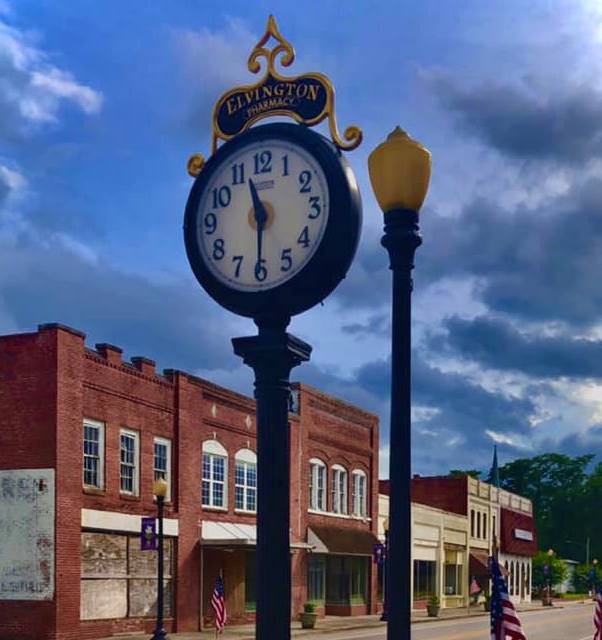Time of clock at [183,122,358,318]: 11:30
